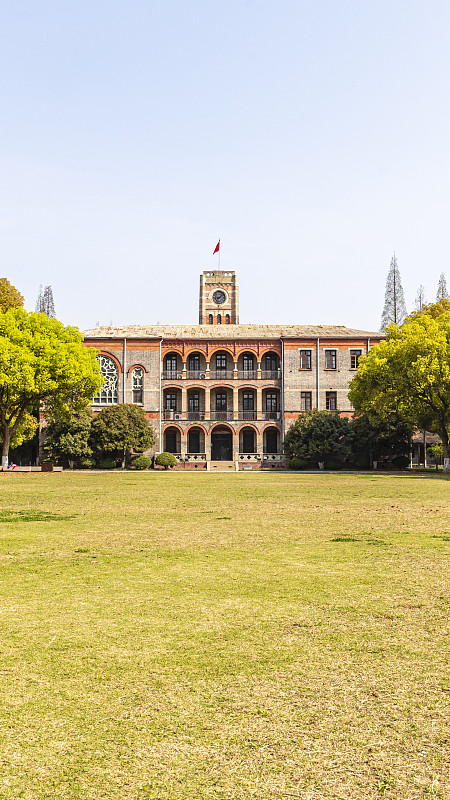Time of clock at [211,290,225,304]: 8:07
